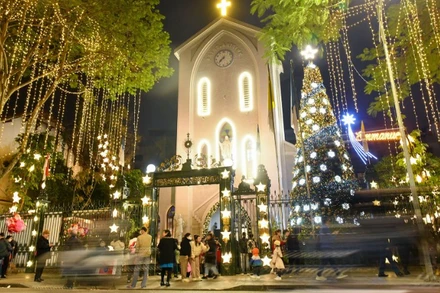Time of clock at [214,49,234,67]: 7:37
